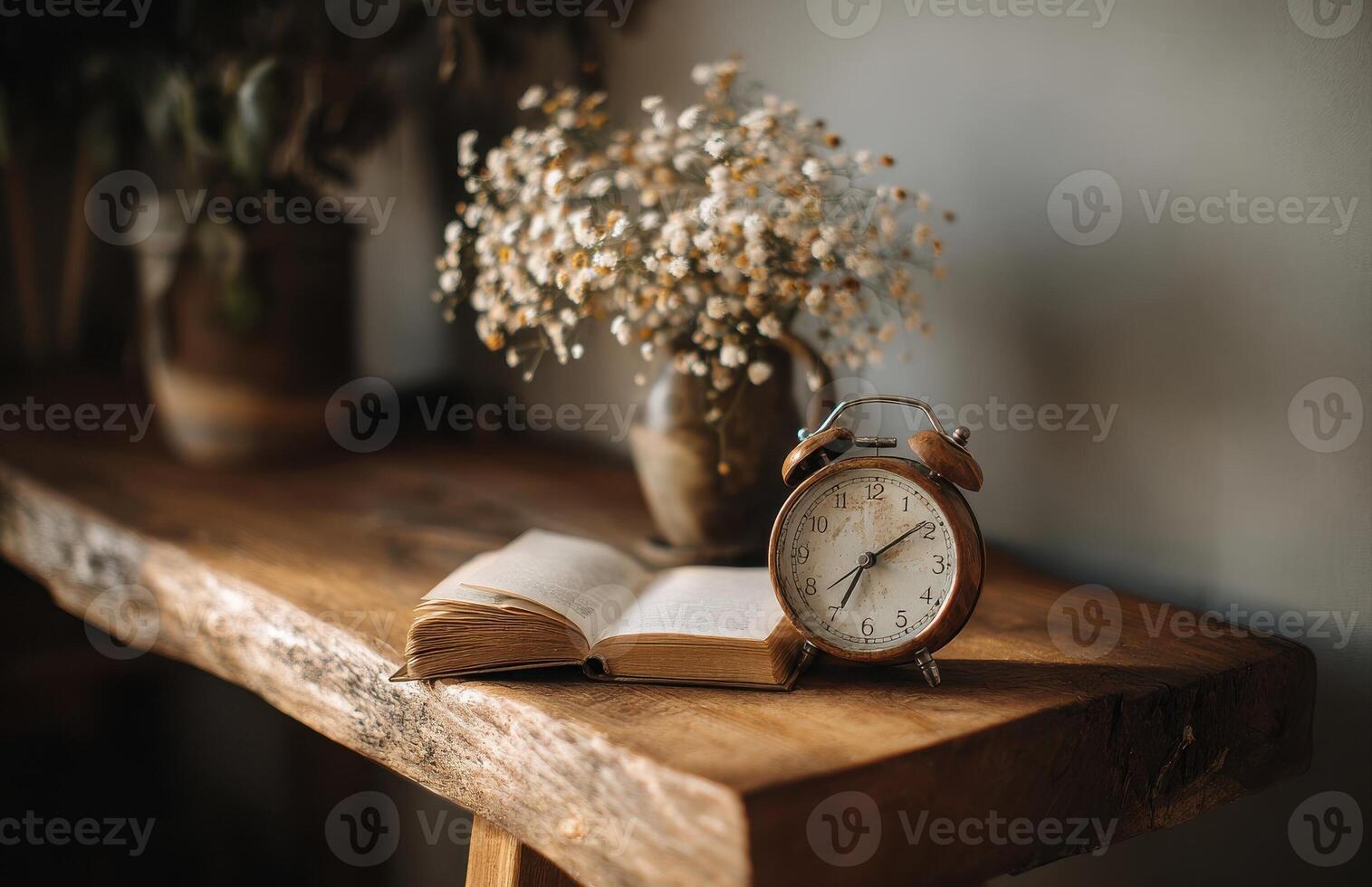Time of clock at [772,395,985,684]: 7:09
